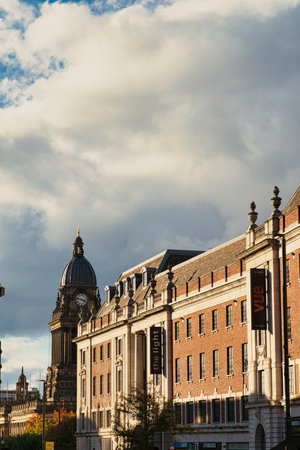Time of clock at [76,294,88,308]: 3:47
